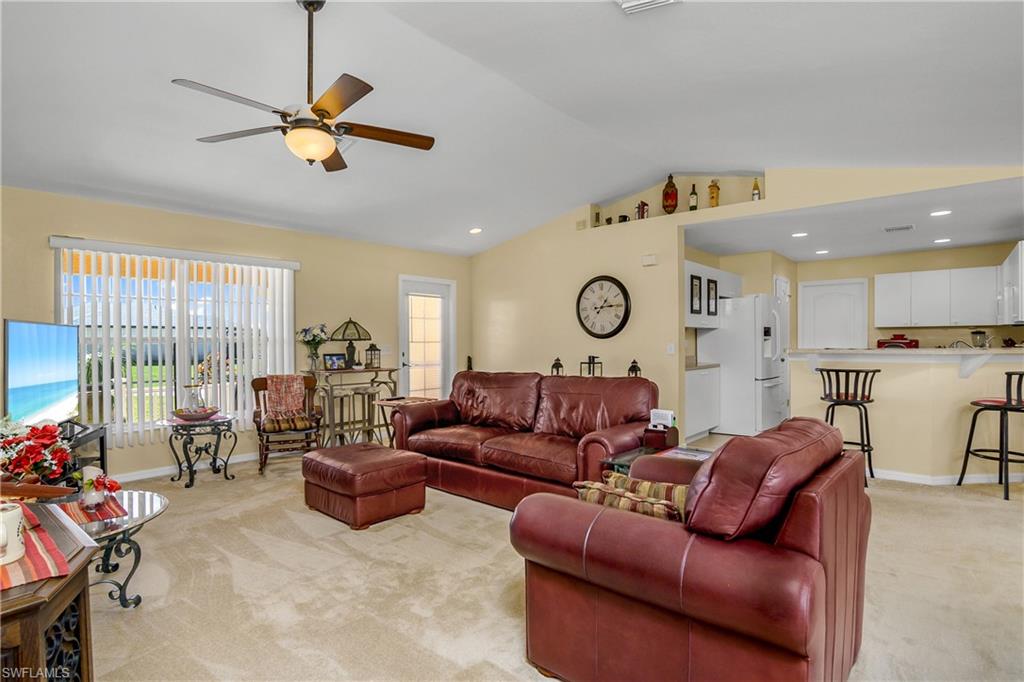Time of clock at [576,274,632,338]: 1:14
